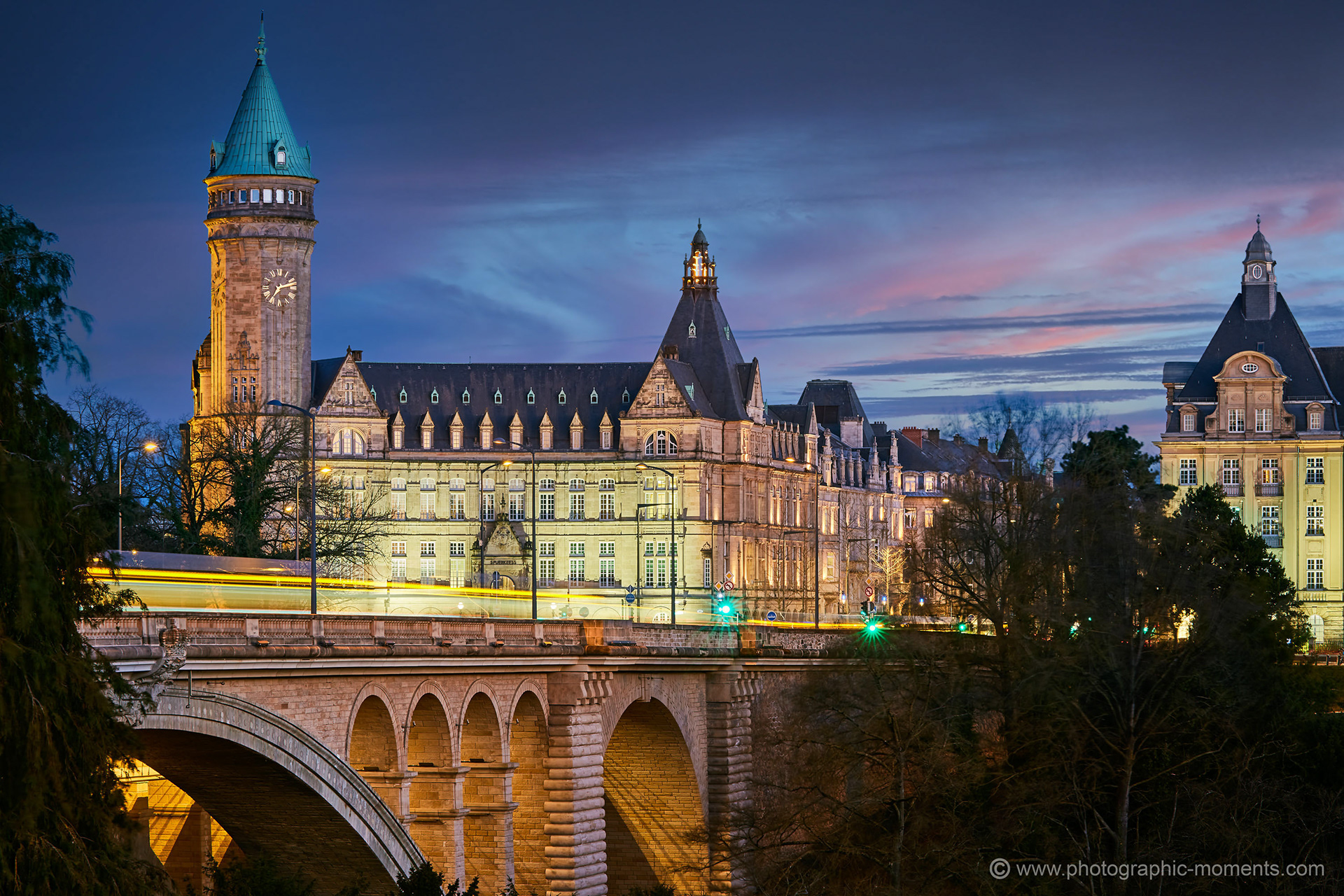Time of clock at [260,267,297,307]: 7:12
